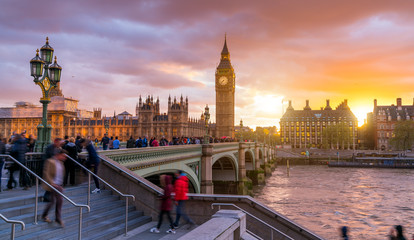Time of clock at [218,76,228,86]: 7:37
